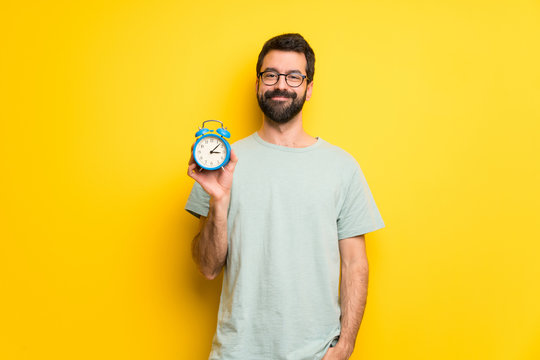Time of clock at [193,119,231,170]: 3:07
